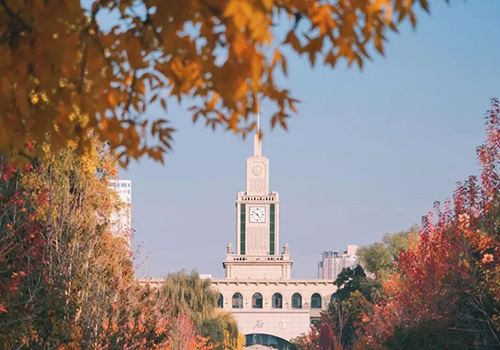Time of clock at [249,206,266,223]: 4:50
